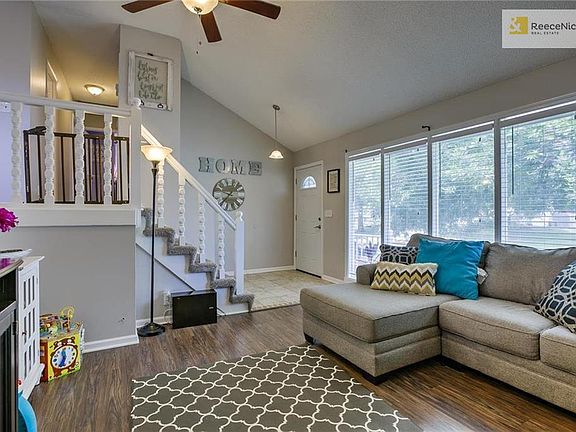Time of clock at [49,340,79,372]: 11:35
